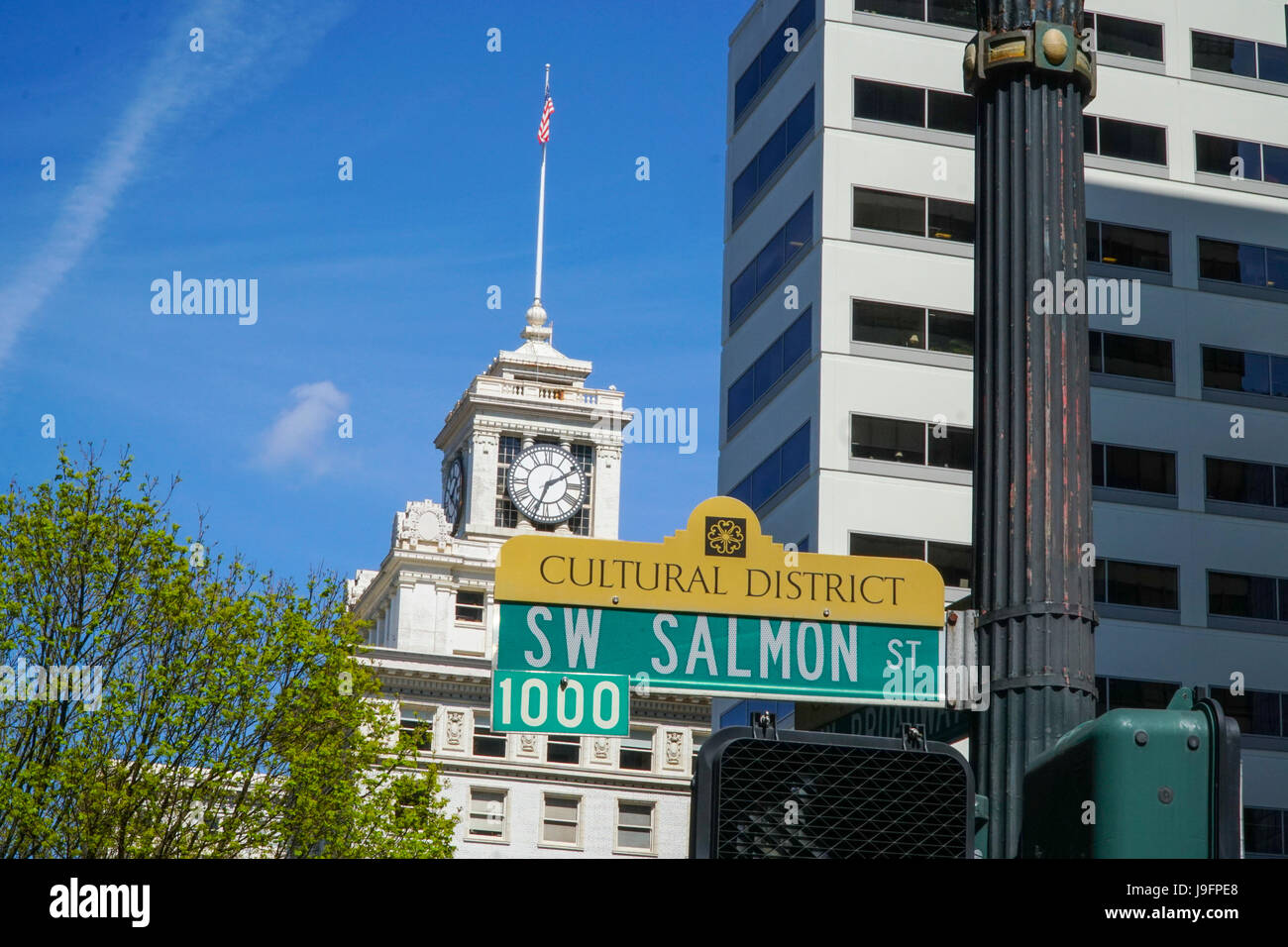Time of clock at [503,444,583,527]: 2:33
